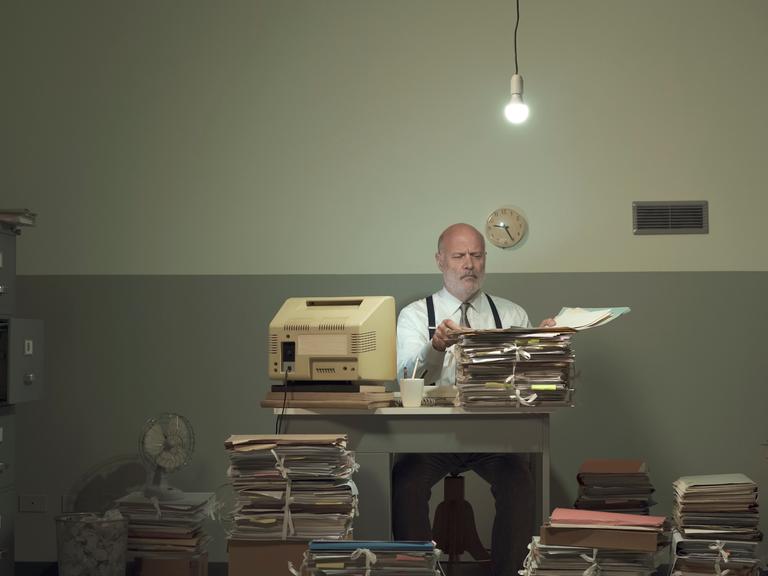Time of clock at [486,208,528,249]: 9:25
